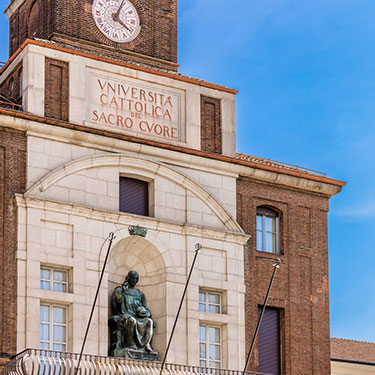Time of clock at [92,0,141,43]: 4:04
